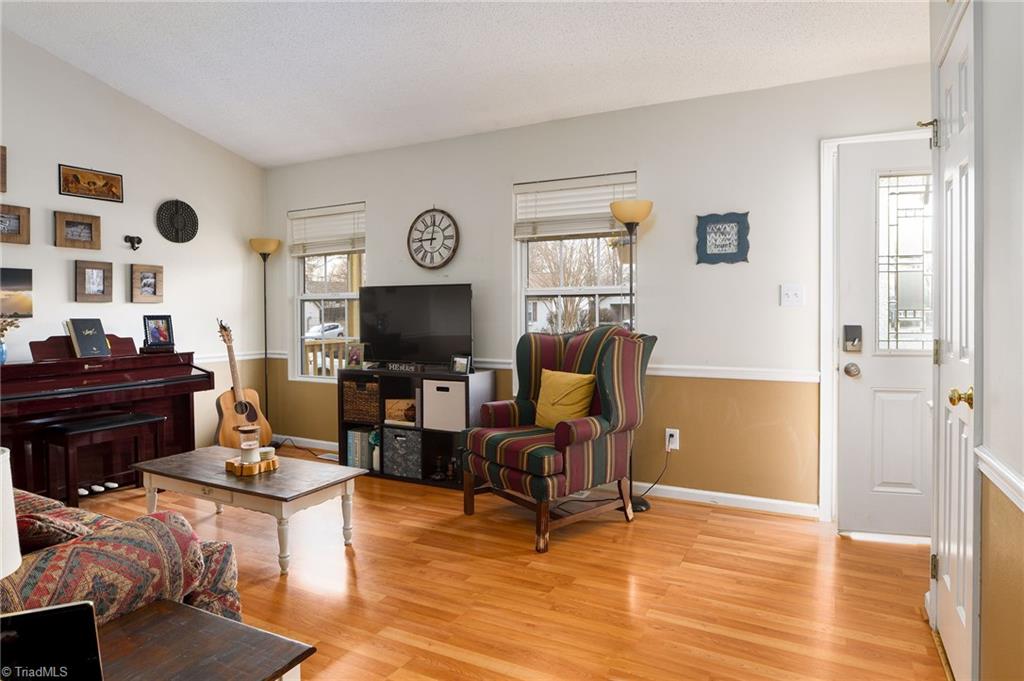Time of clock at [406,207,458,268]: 9:01
